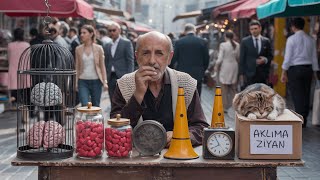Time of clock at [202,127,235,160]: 7:54
